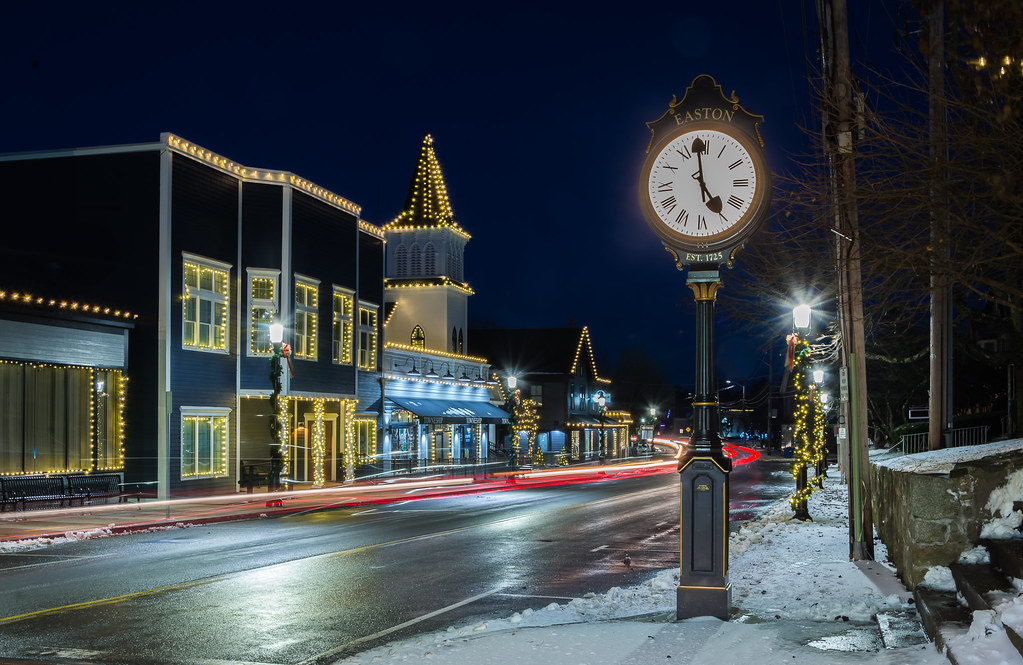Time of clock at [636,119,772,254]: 4:58
